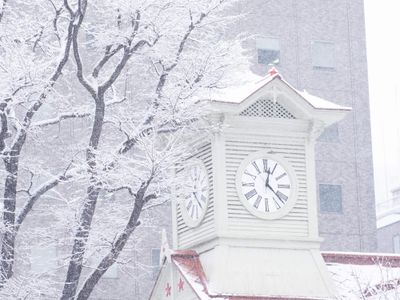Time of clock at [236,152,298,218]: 12:22
